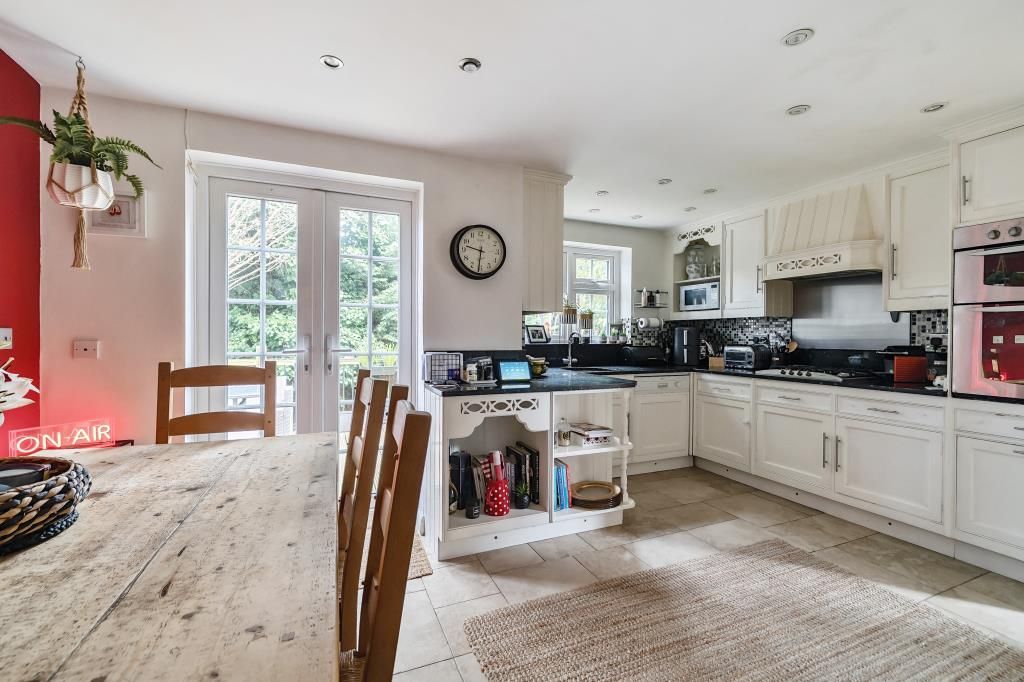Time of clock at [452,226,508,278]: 9:31
